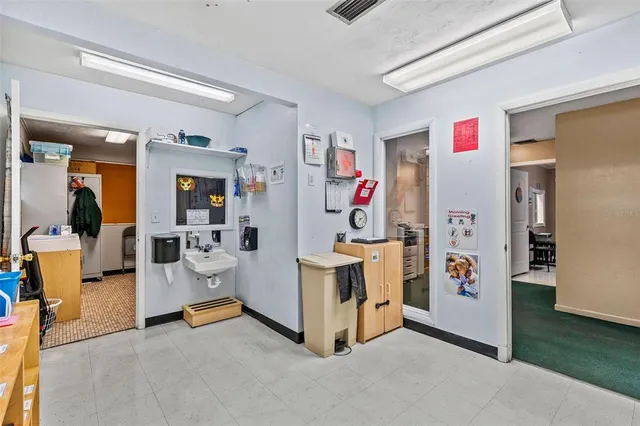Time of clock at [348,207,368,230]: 2:36
